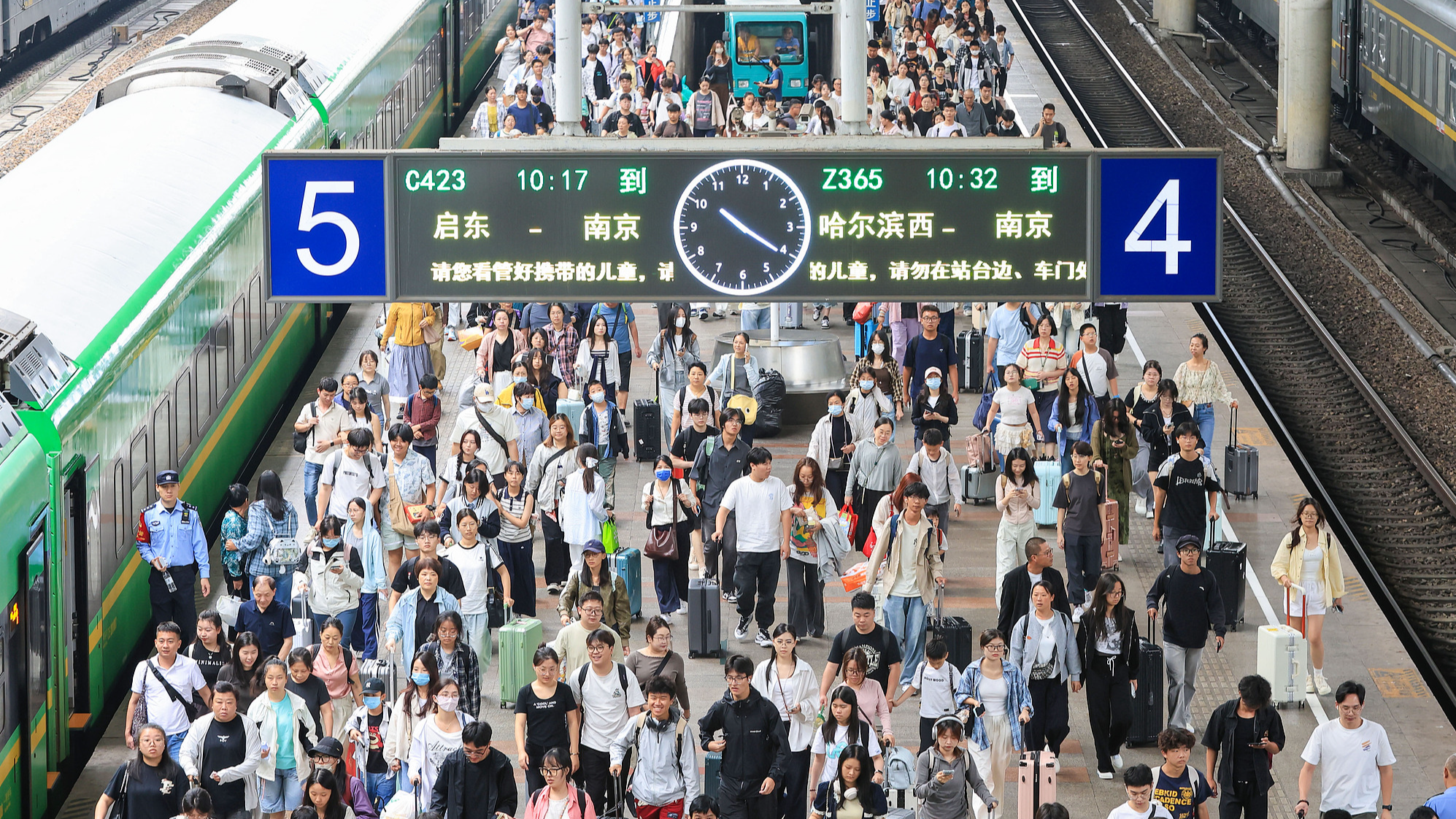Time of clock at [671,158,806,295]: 10:20
